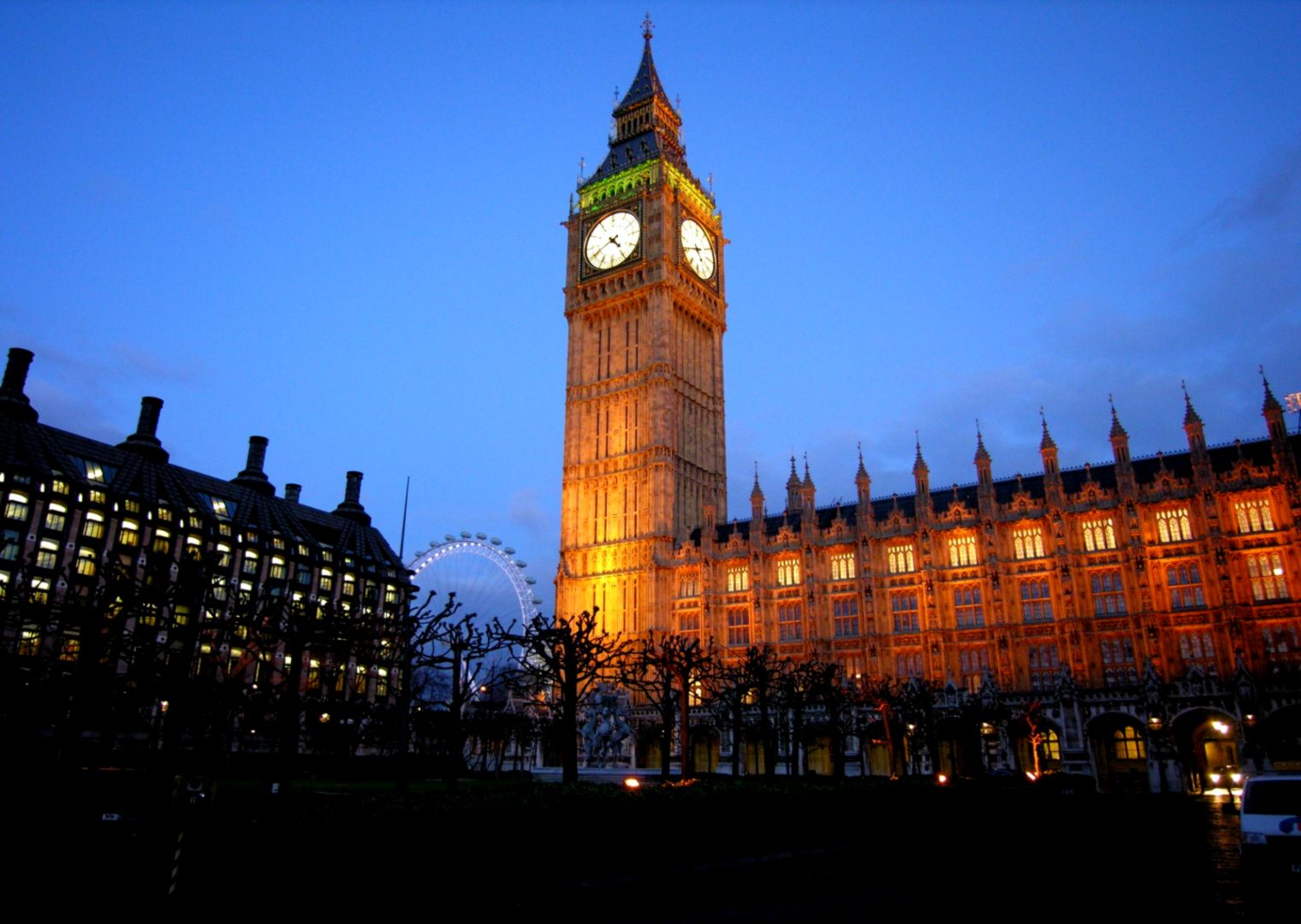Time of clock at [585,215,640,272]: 4:40
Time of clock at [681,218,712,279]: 4:40
